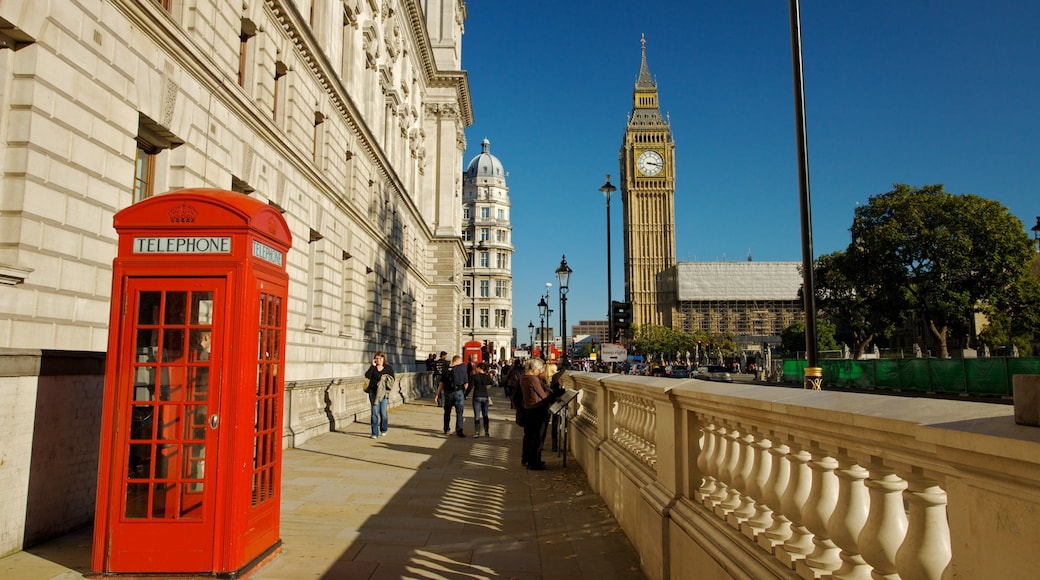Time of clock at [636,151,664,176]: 3:17
